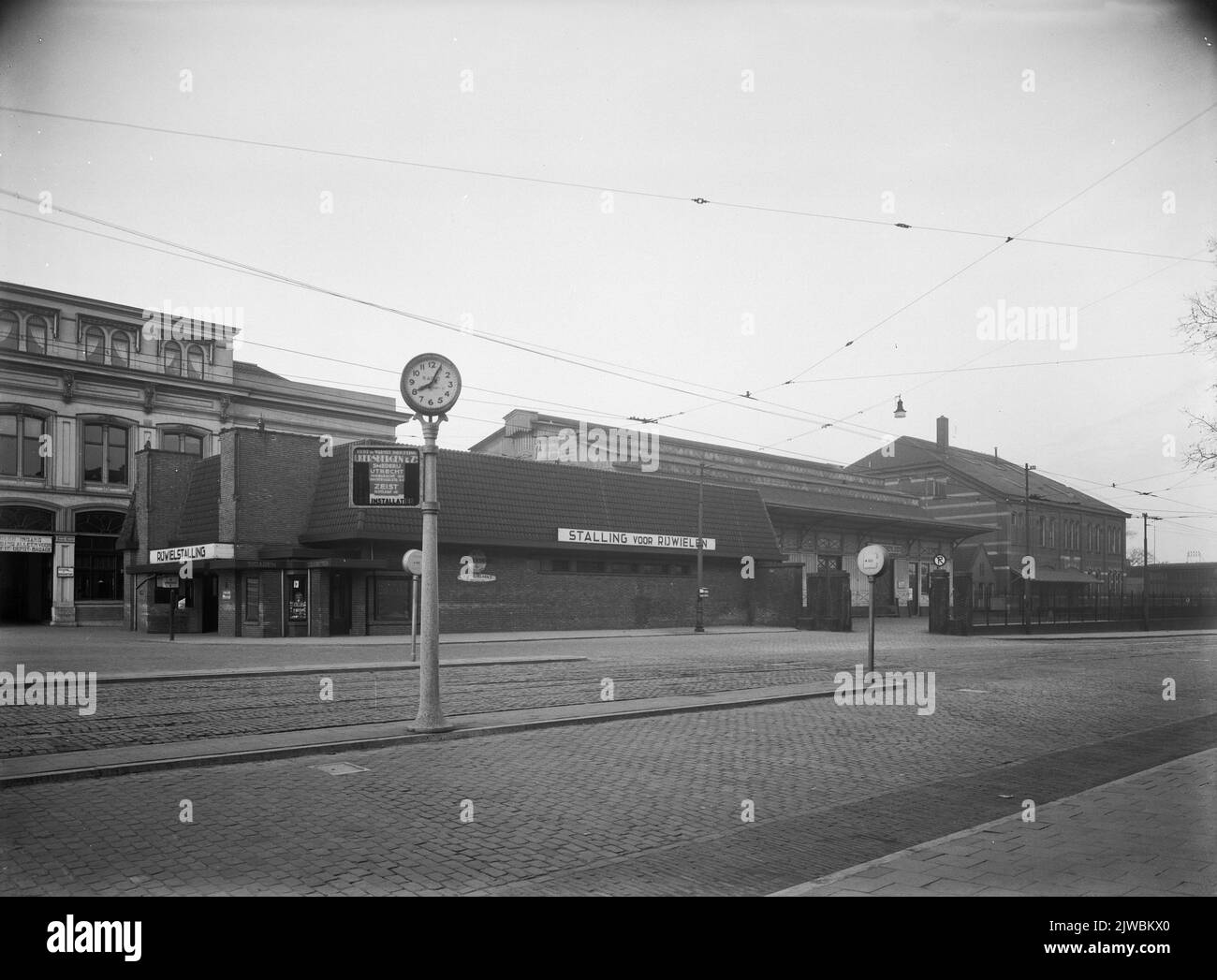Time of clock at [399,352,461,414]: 8:04
